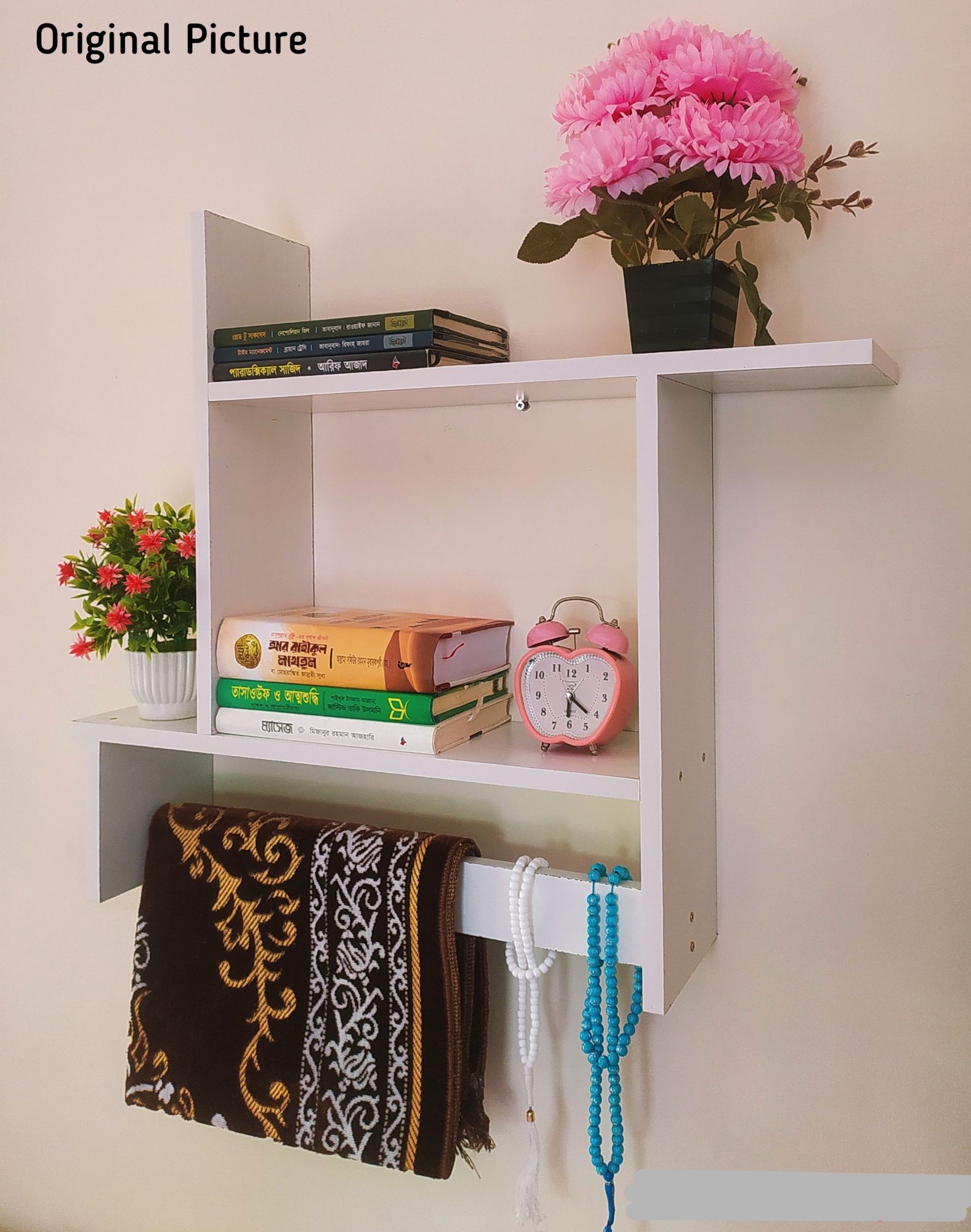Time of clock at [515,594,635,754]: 6:21
